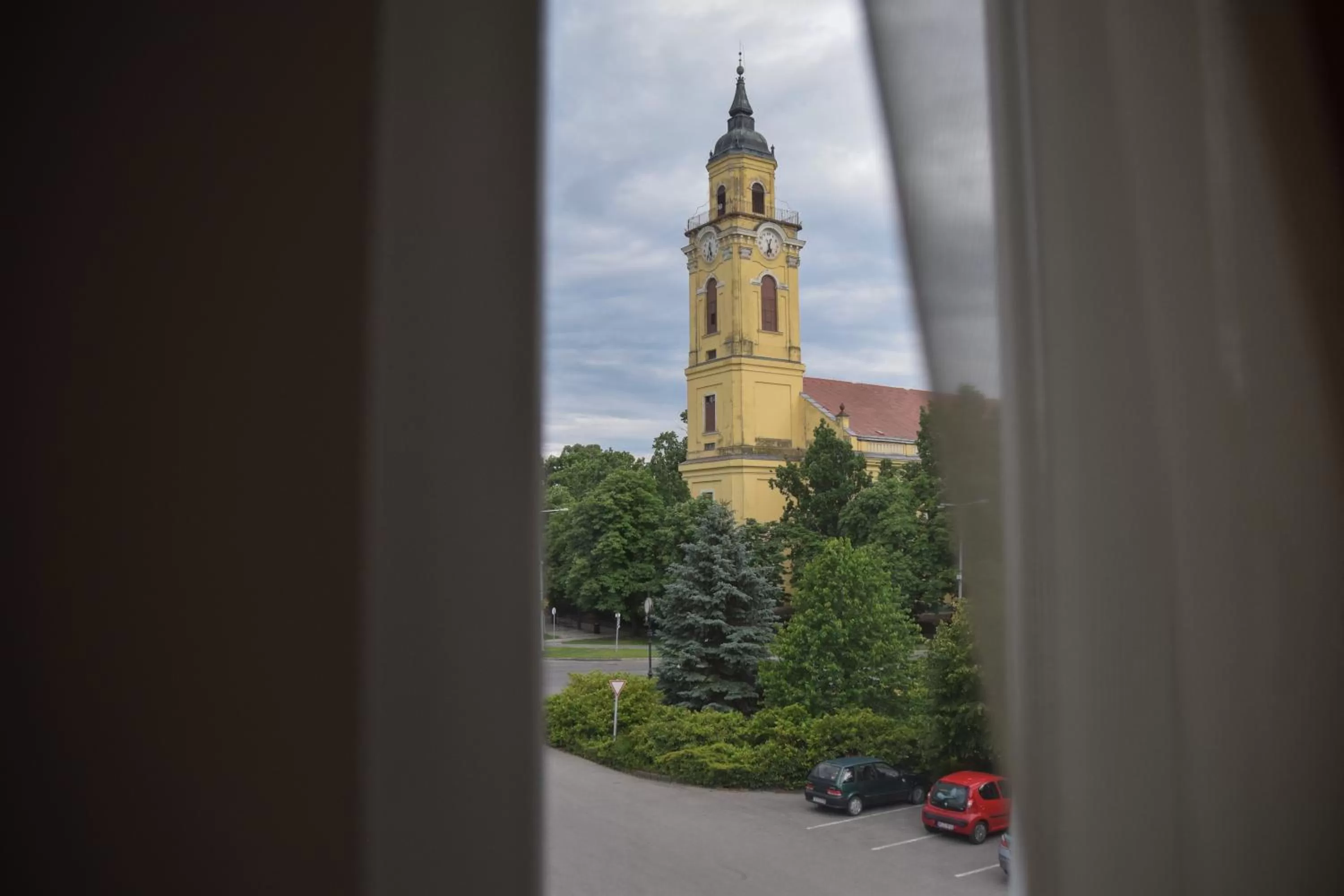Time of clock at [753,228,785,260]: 5:32
